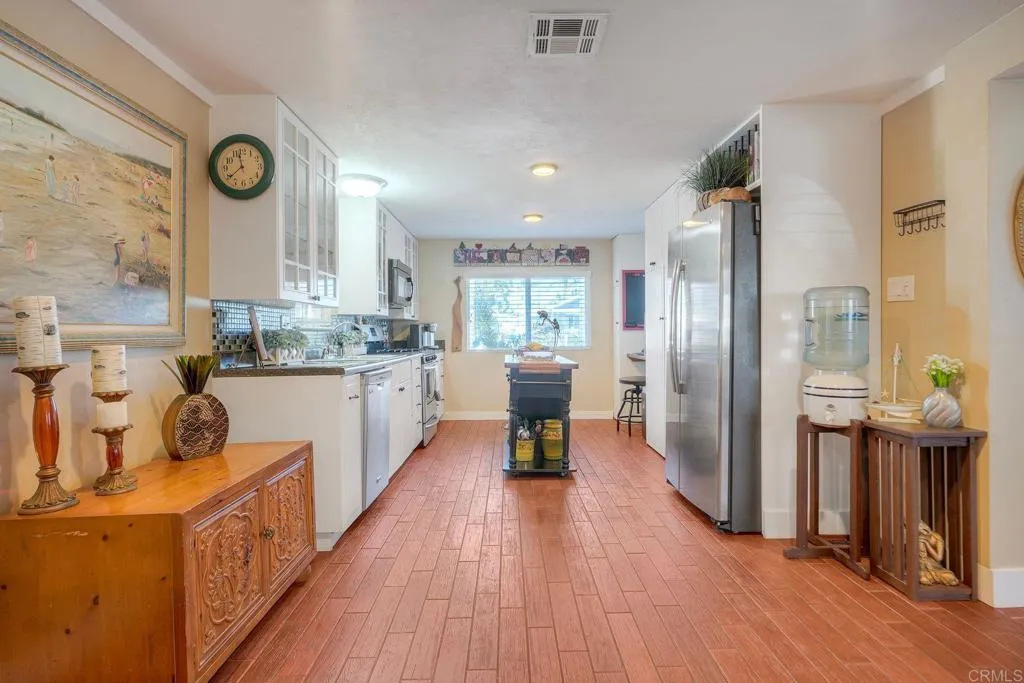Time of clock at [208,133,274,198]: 11:38
